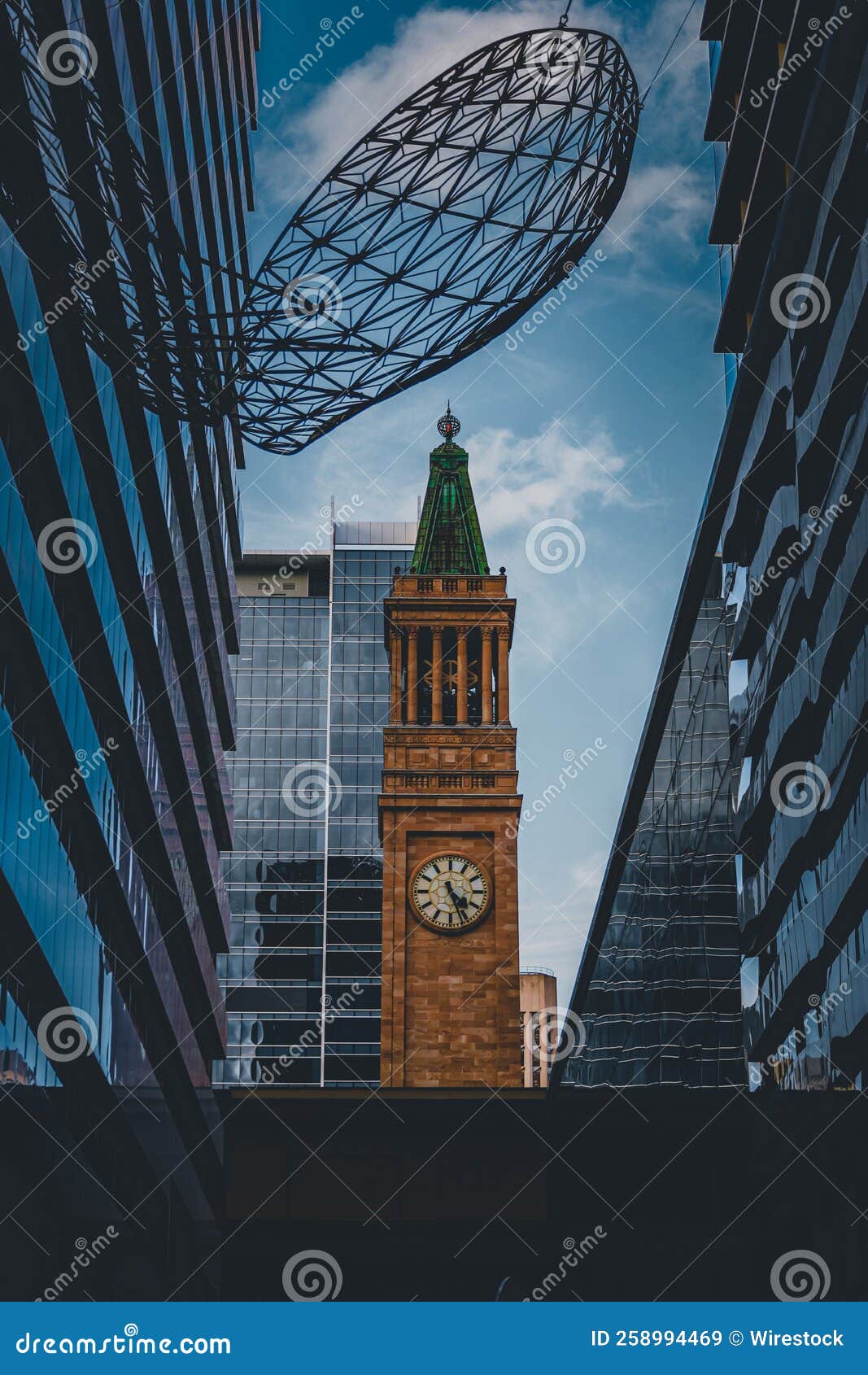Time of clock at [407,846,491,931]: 4:26
